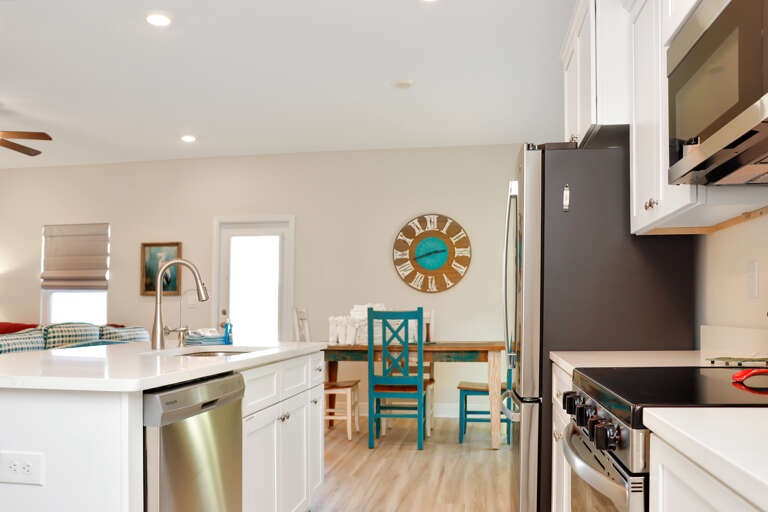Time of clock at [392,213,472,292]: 2:42
